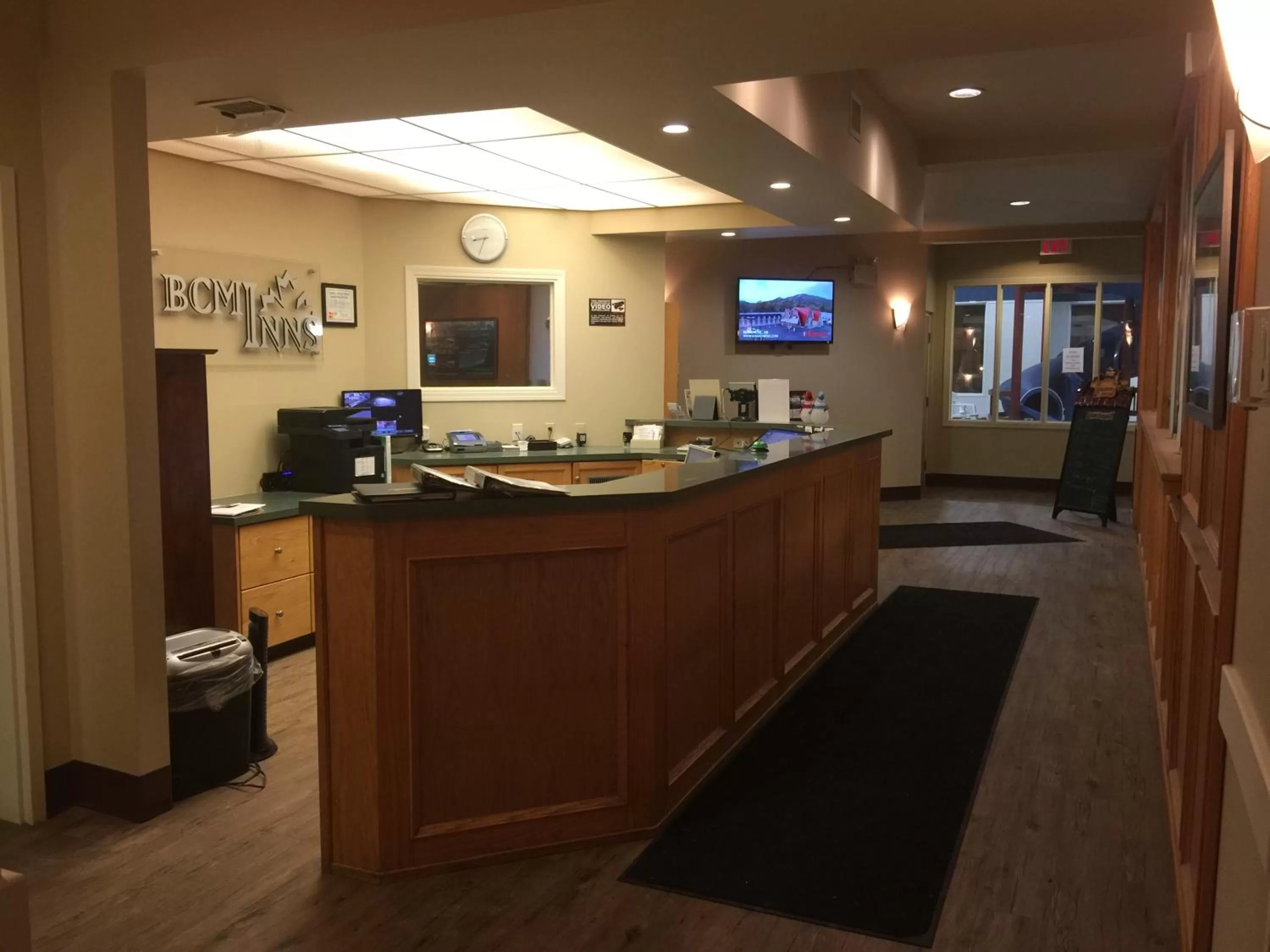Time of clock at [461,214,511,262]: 8:33
